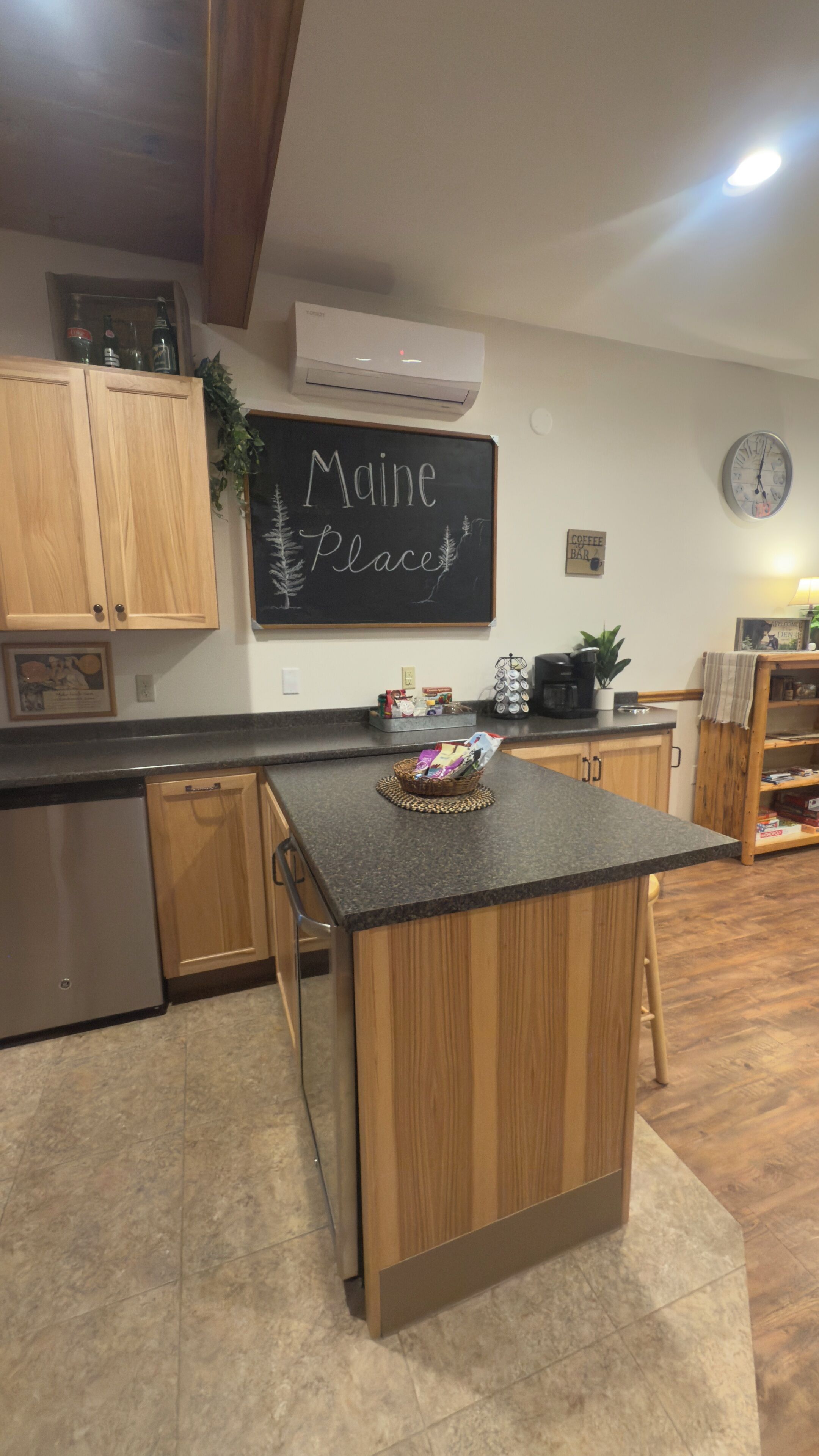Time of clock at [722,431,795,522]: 5:02
